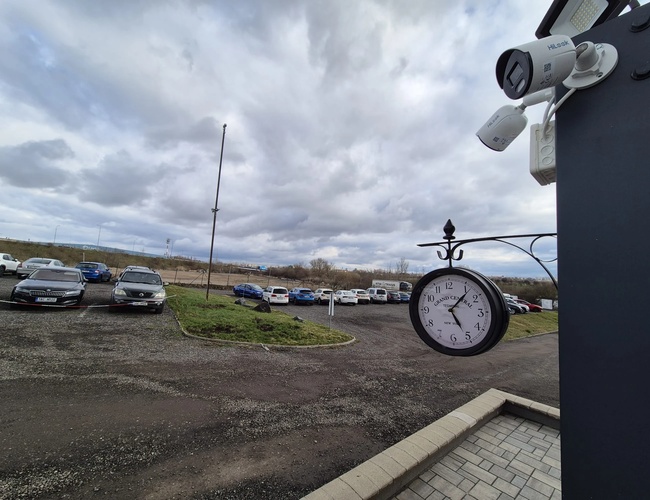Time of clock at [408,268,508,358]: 5:06
